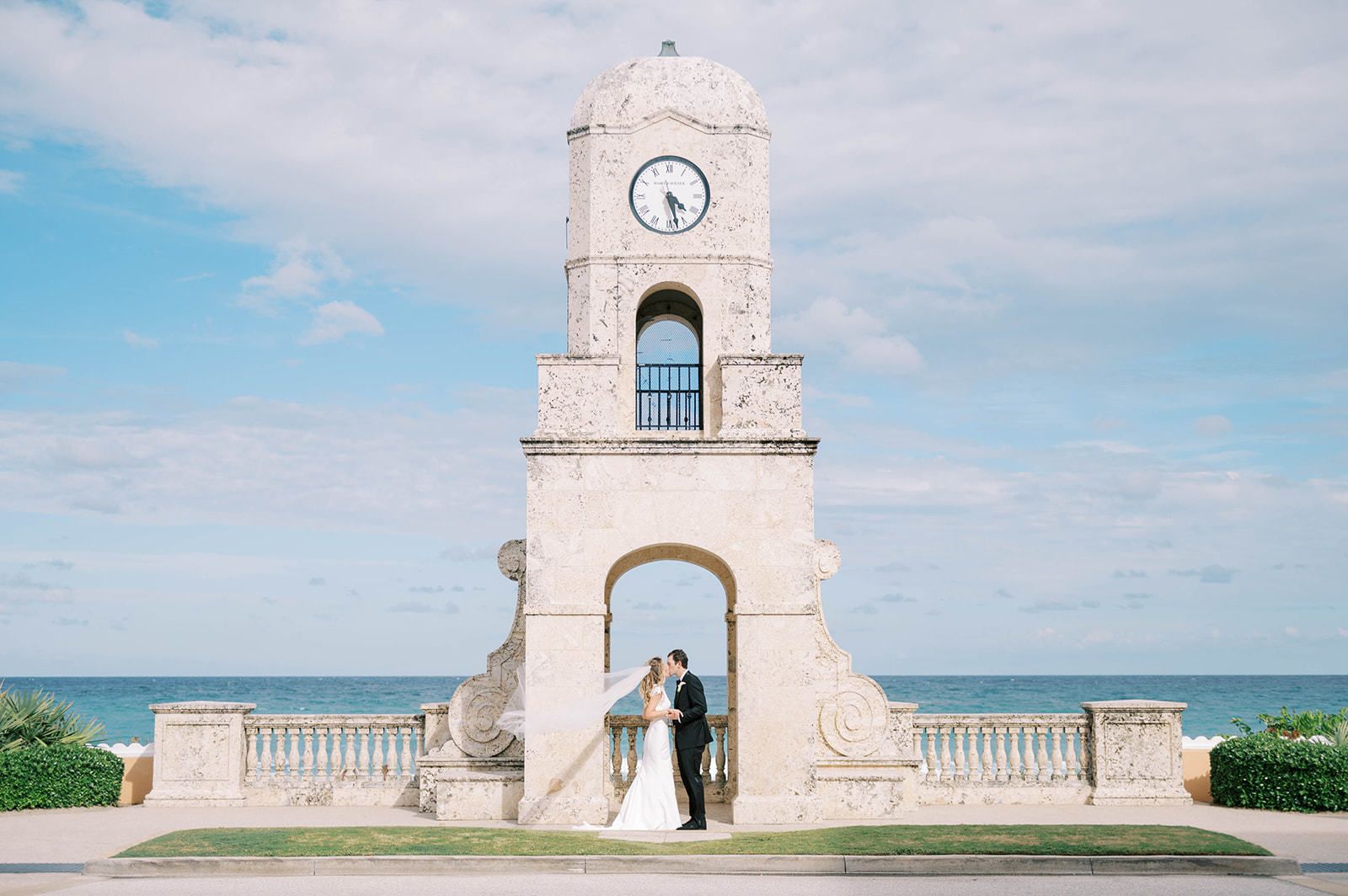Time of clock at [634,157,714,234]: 4:27
